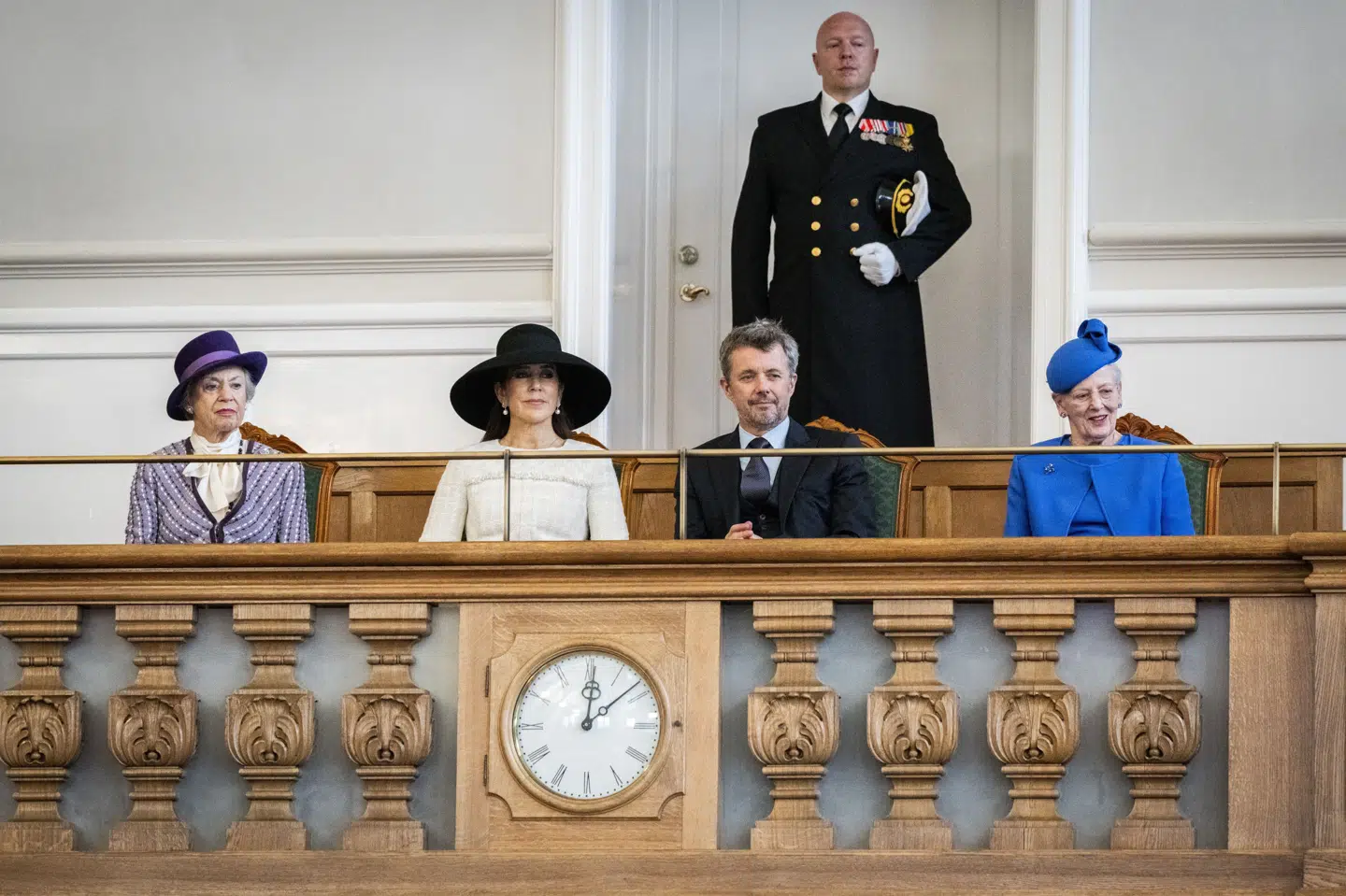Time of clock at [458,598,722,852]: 12:08
